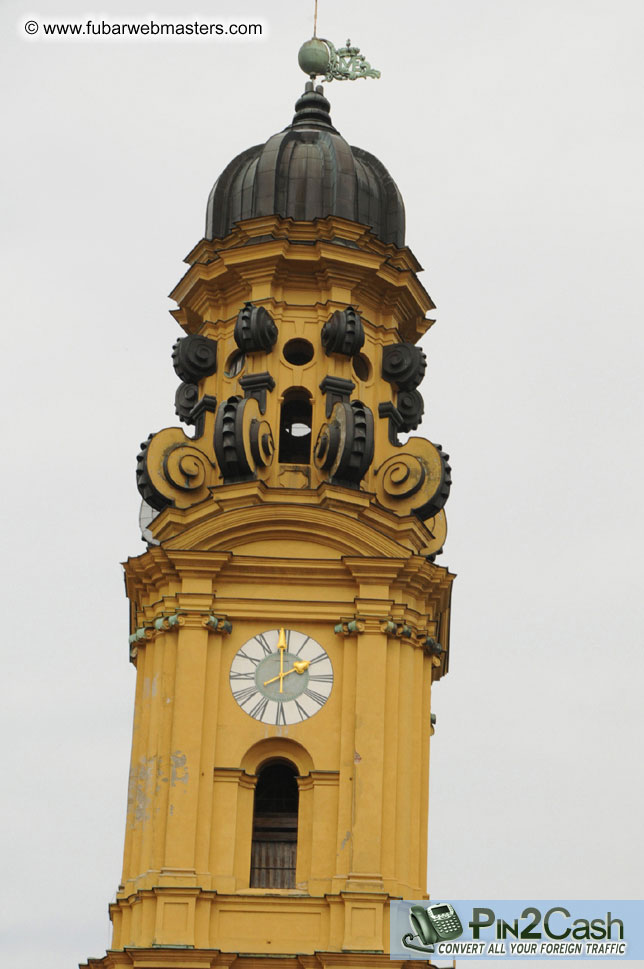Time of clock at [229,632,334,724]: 2:00
